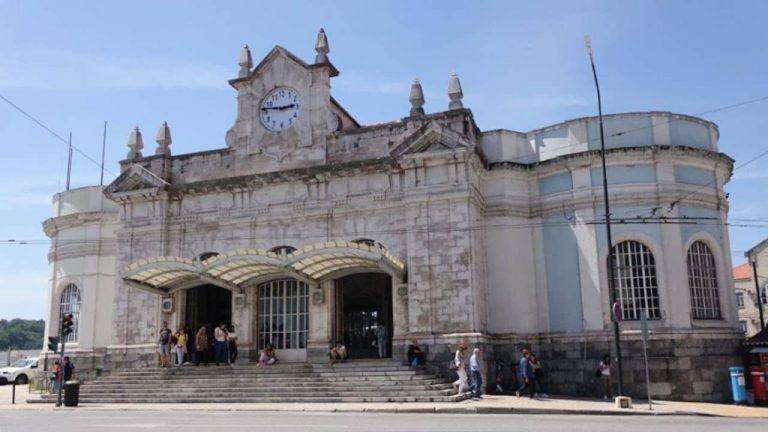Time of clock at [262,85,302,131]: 2:46
